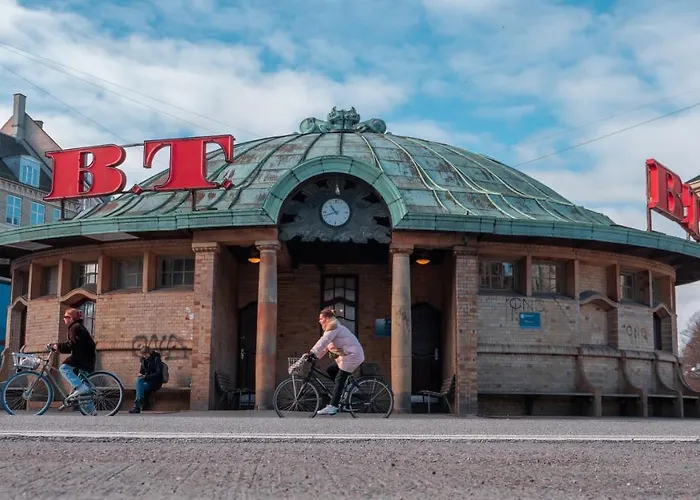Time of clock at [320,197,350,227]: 10:42
